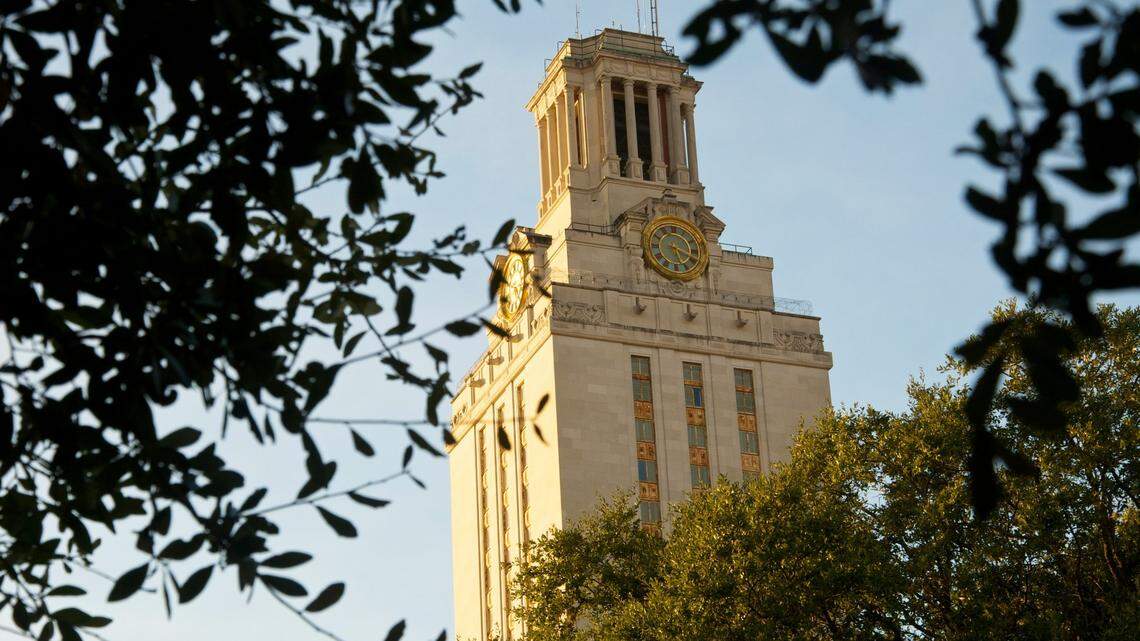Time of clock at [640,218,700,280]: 5:18
